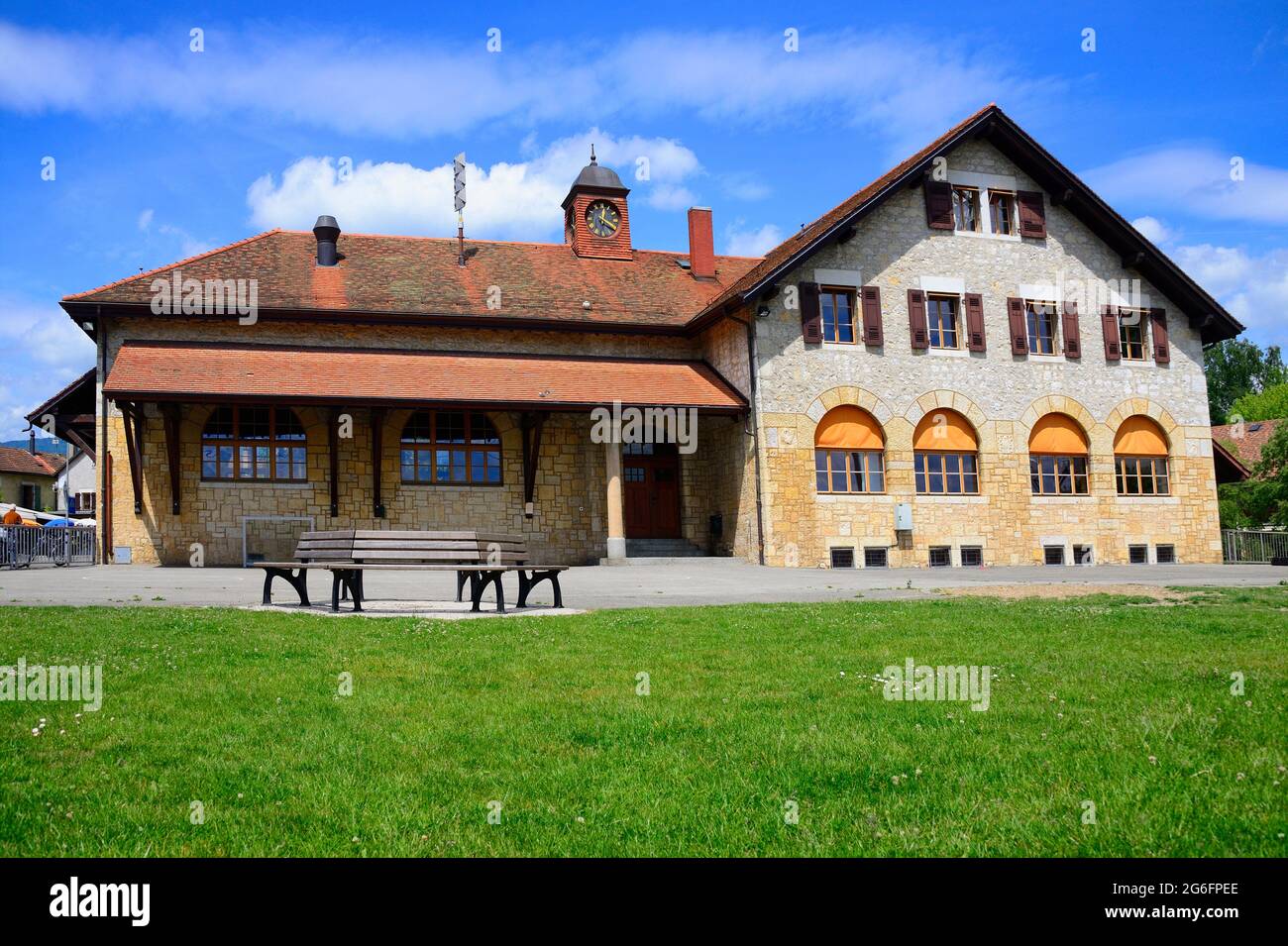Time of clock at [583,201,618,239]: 12:19
